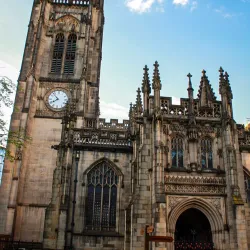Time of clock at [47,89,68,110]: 7:52
